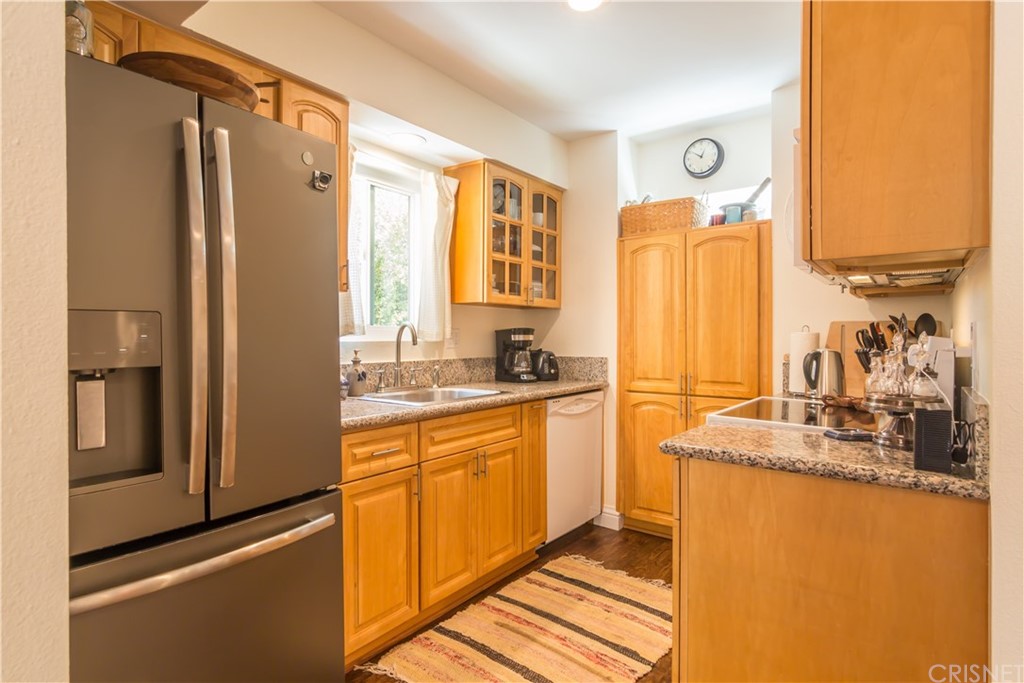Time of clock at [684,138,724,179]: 12:50
